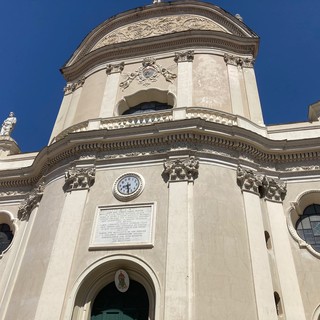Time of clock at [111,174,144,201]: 8:28
